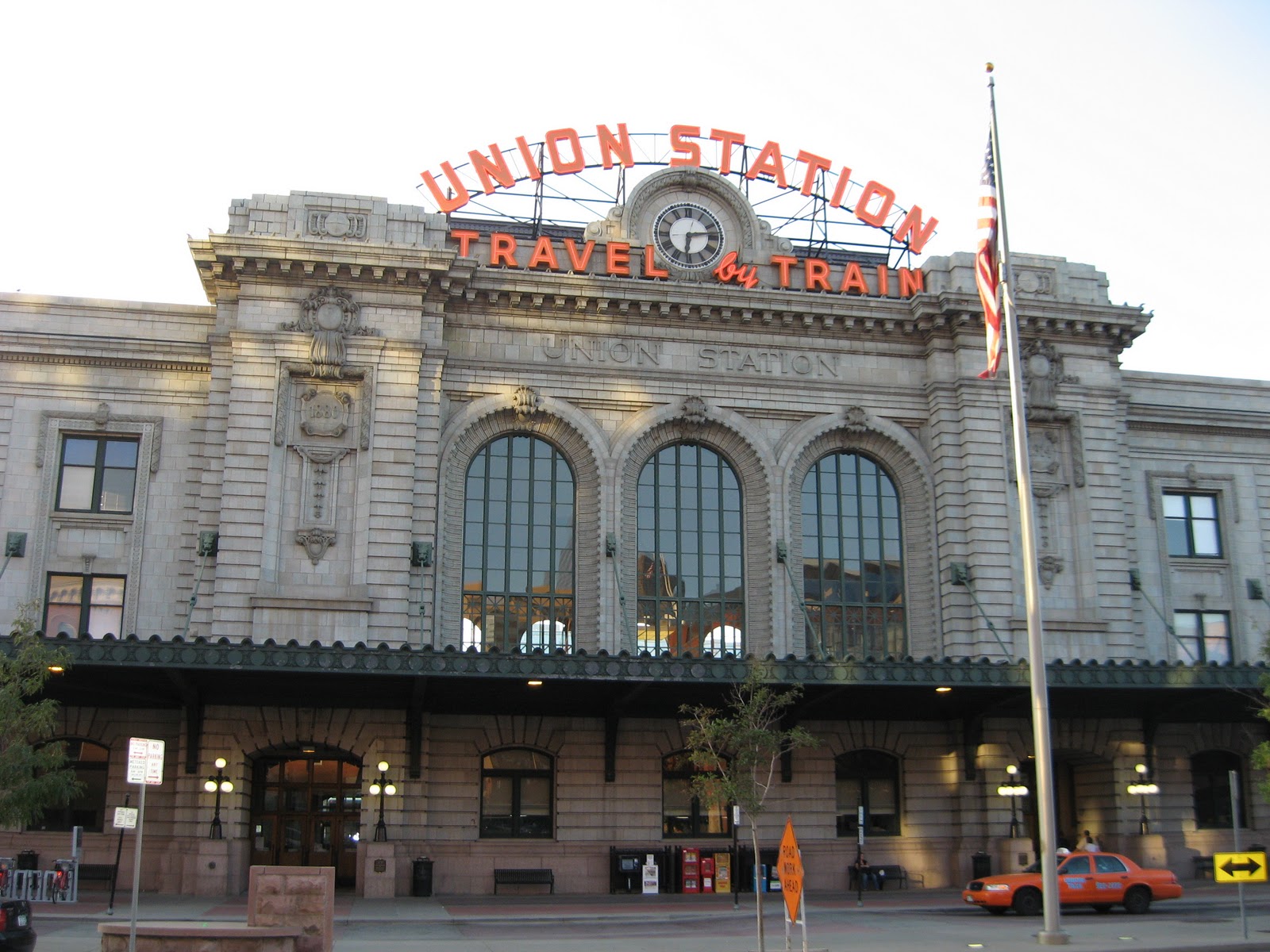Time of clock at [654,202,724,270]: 6:13
